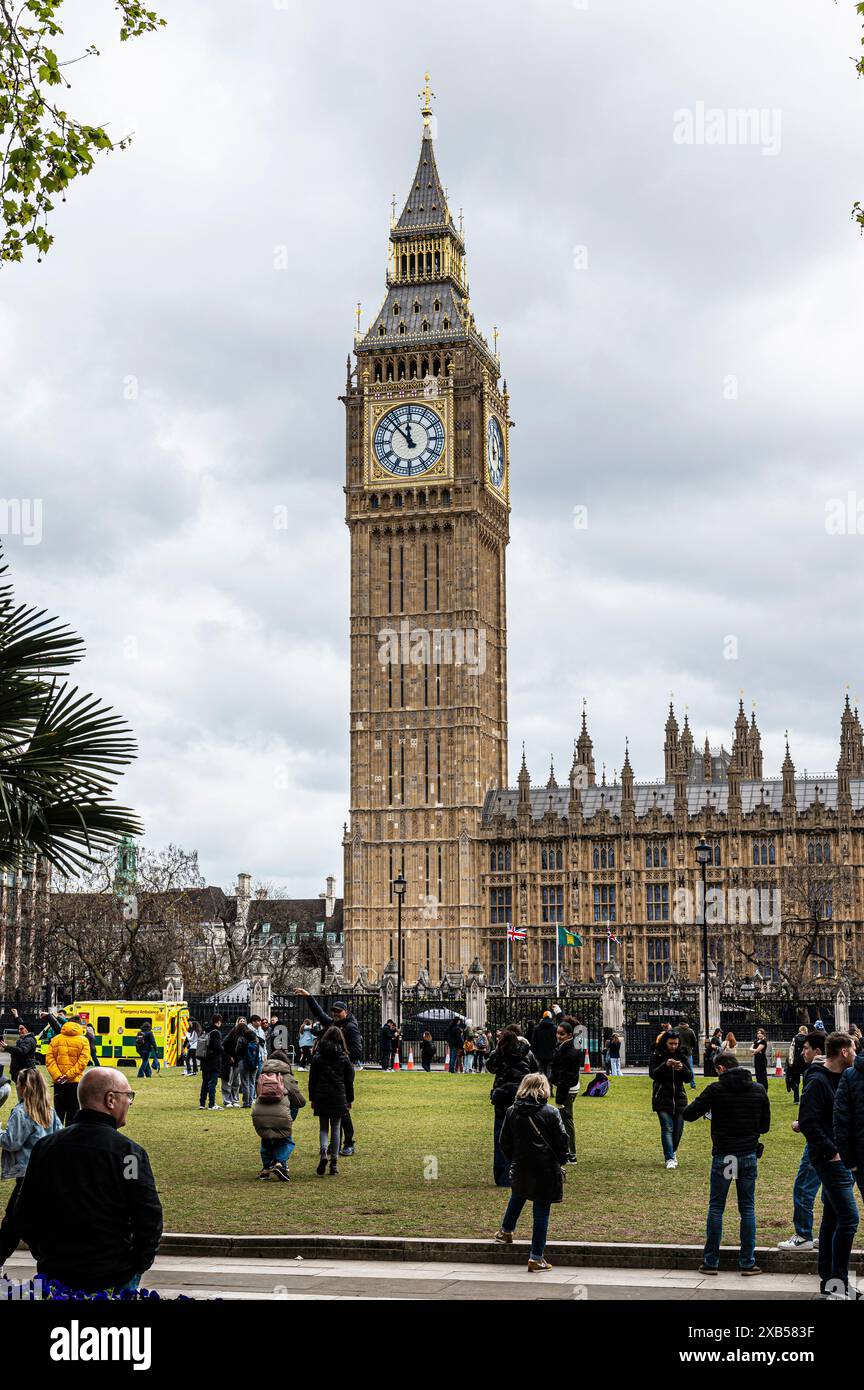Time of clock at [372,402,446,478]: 11:52
